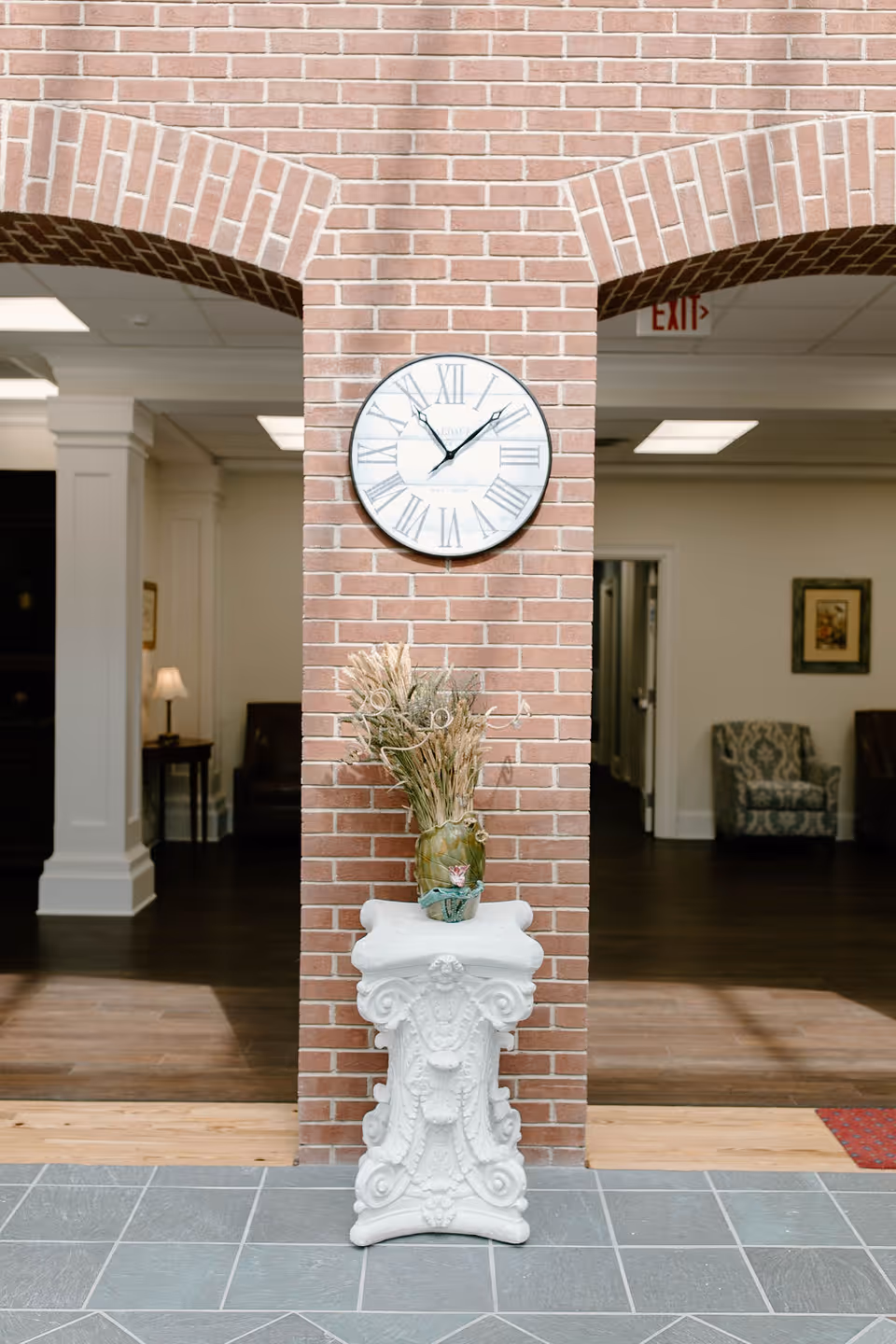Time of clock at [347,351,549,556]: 11:07
